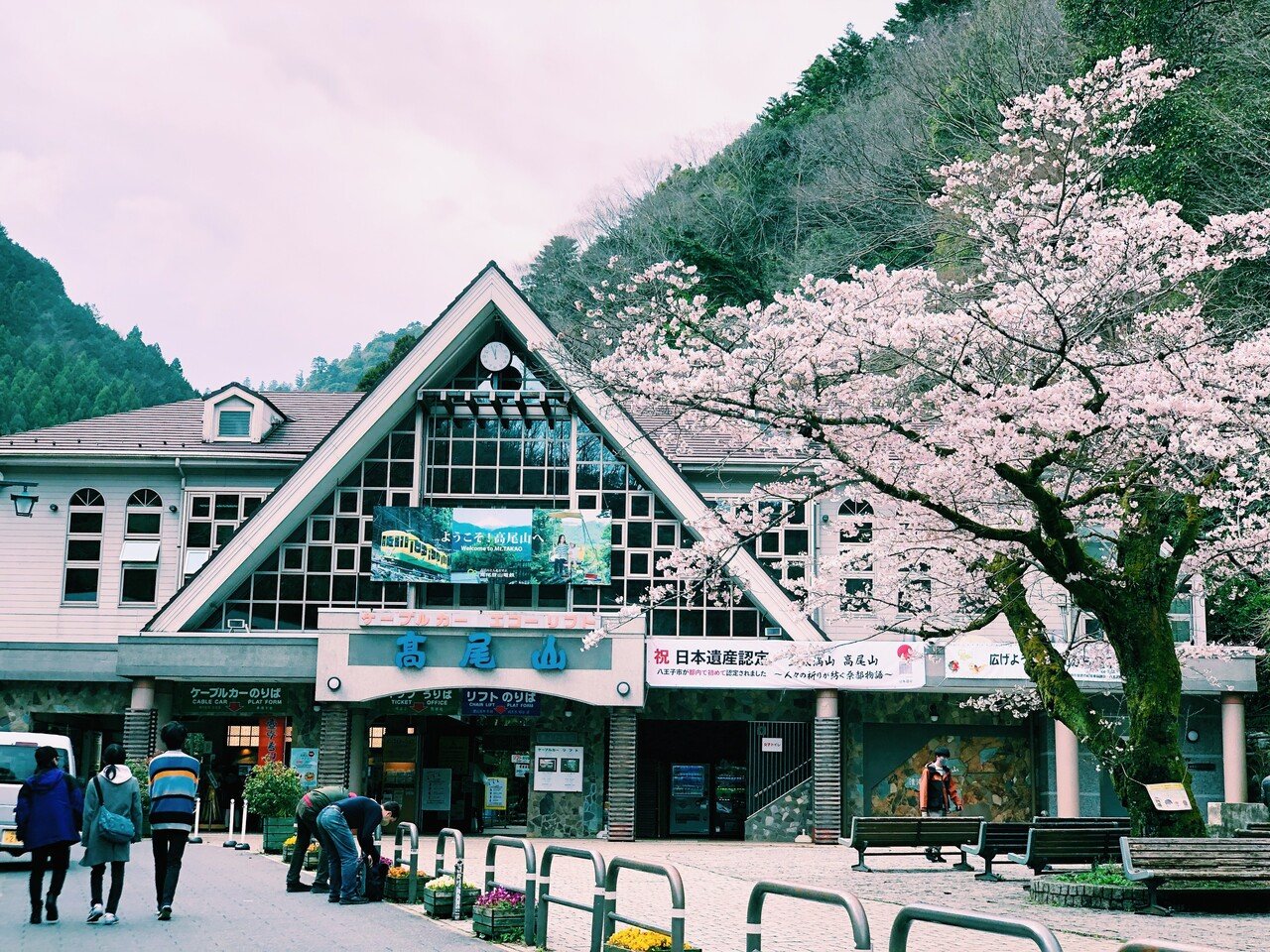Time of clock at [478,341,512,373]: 11:56
